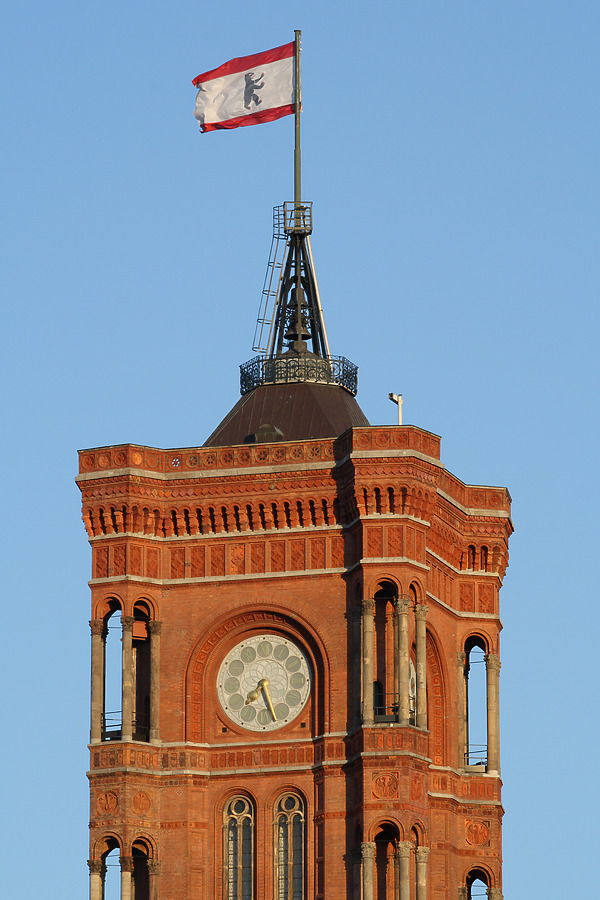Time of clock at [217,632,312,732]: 7:26
